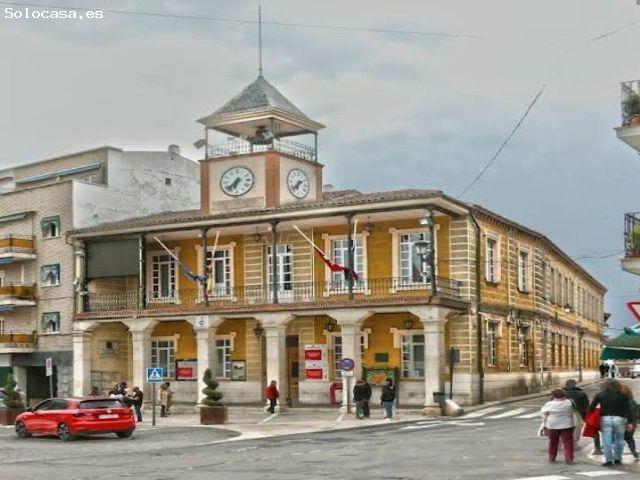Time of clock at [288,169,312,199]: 6:38
